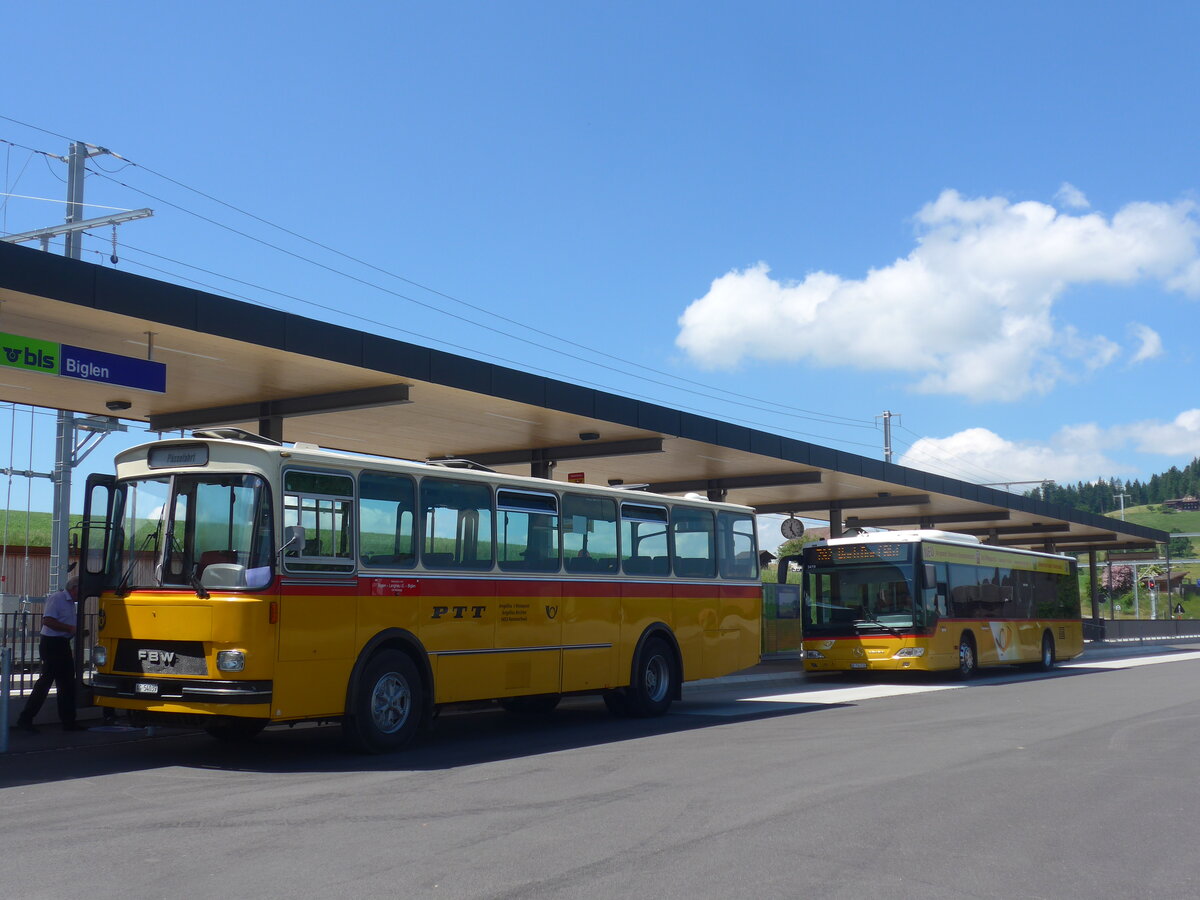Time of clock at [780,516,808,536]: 12:24
